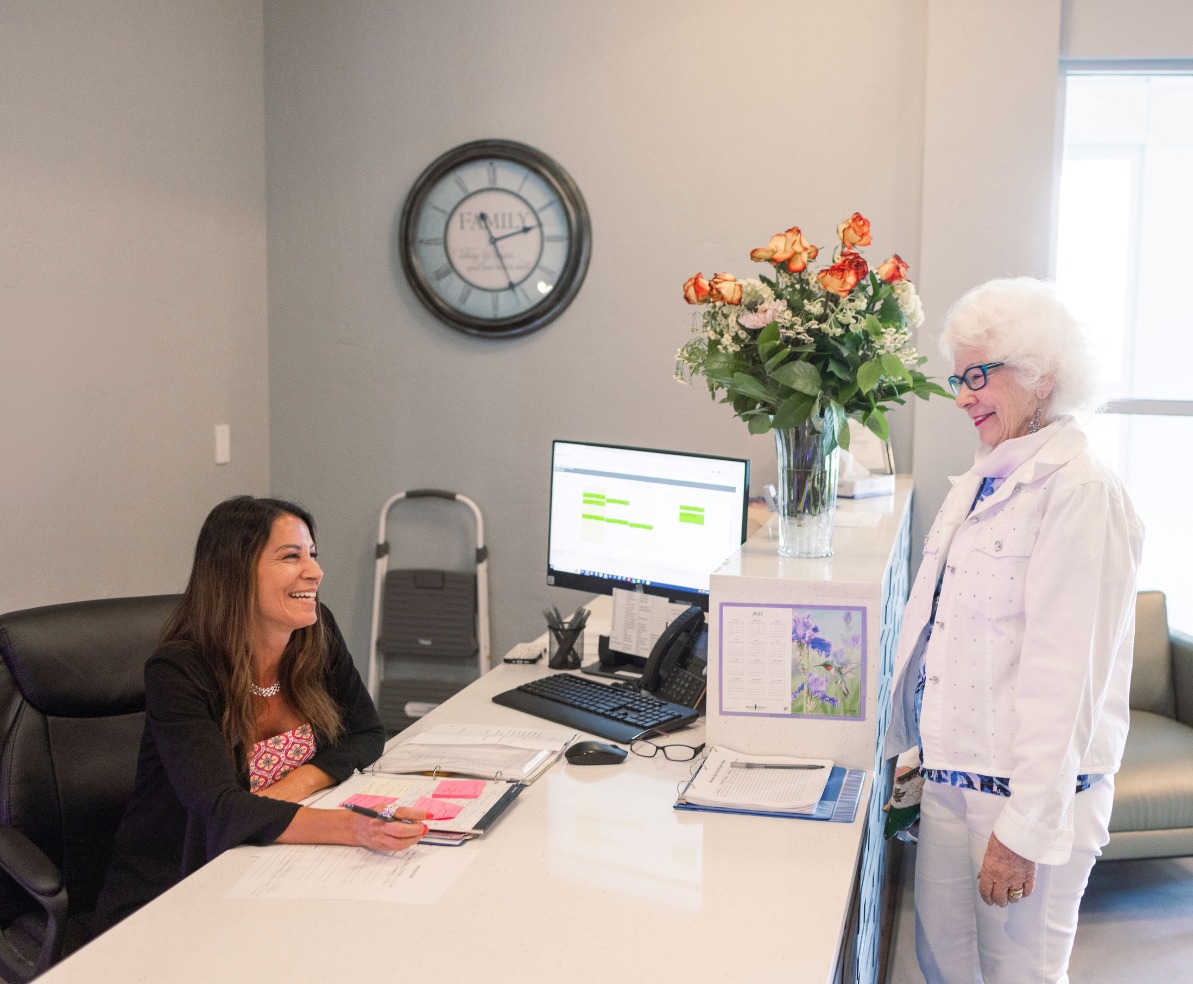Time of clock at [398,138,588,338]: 2:25
